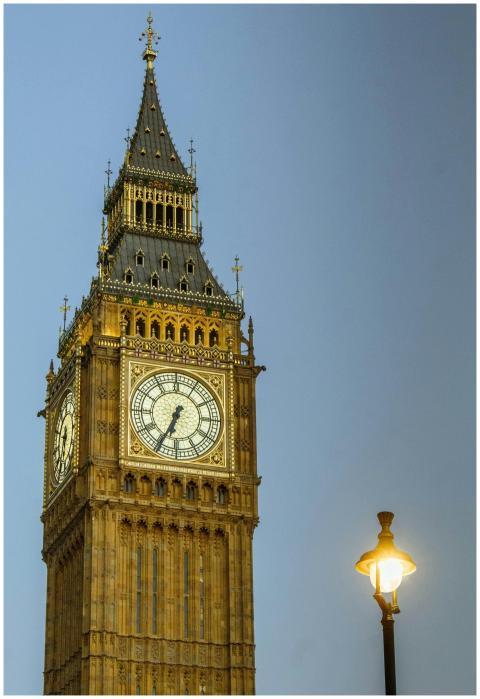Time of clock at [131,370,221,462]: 6:34
